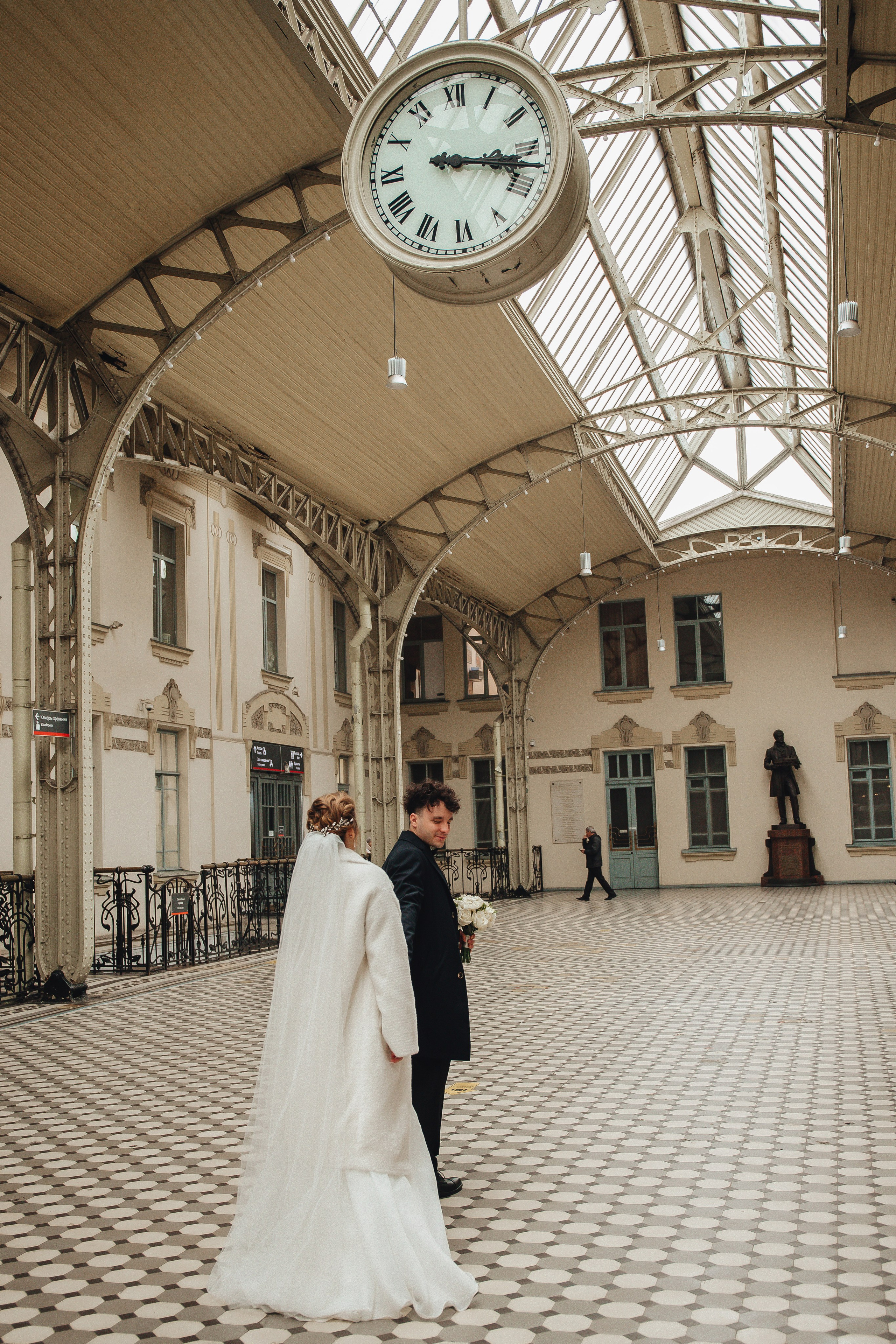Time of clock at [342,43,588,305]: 3:17
